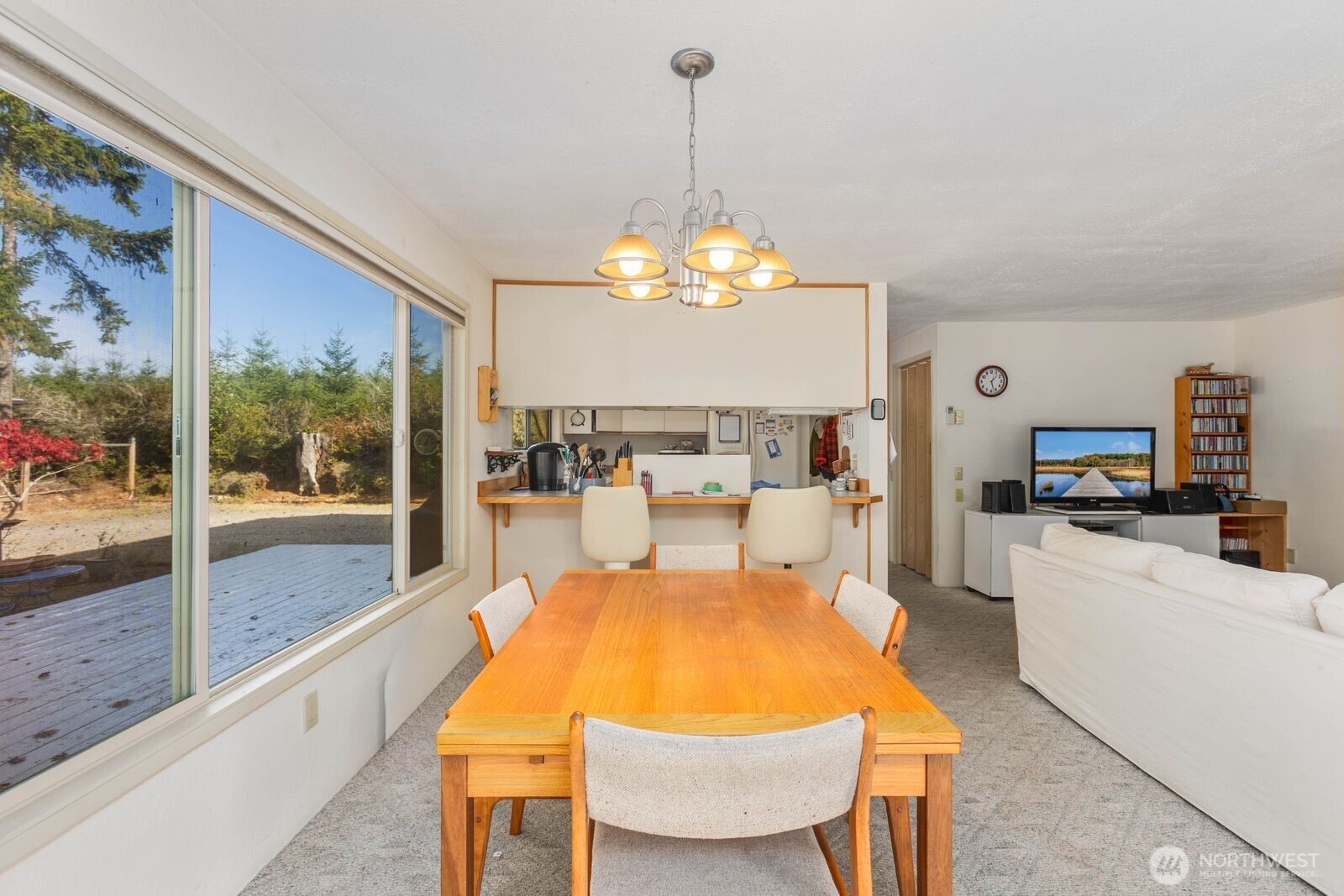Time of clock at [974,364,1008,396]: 1:27
